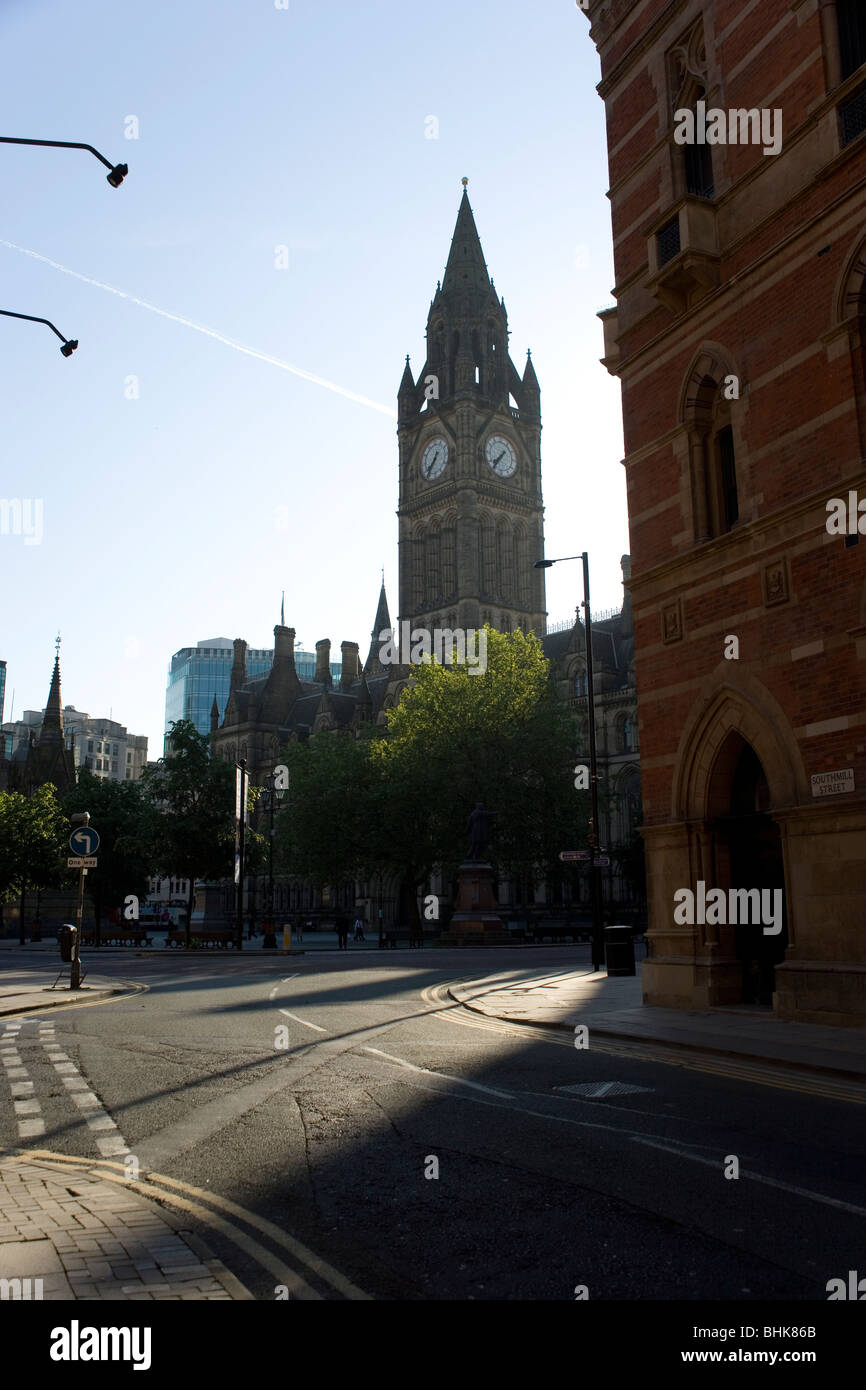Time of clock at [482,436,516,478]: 7:36
